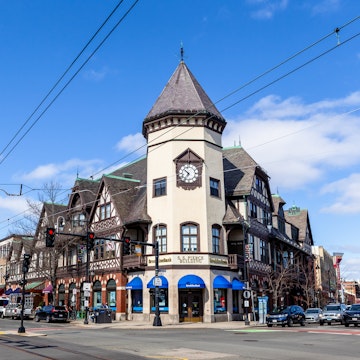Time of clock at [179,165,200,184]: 10:35
